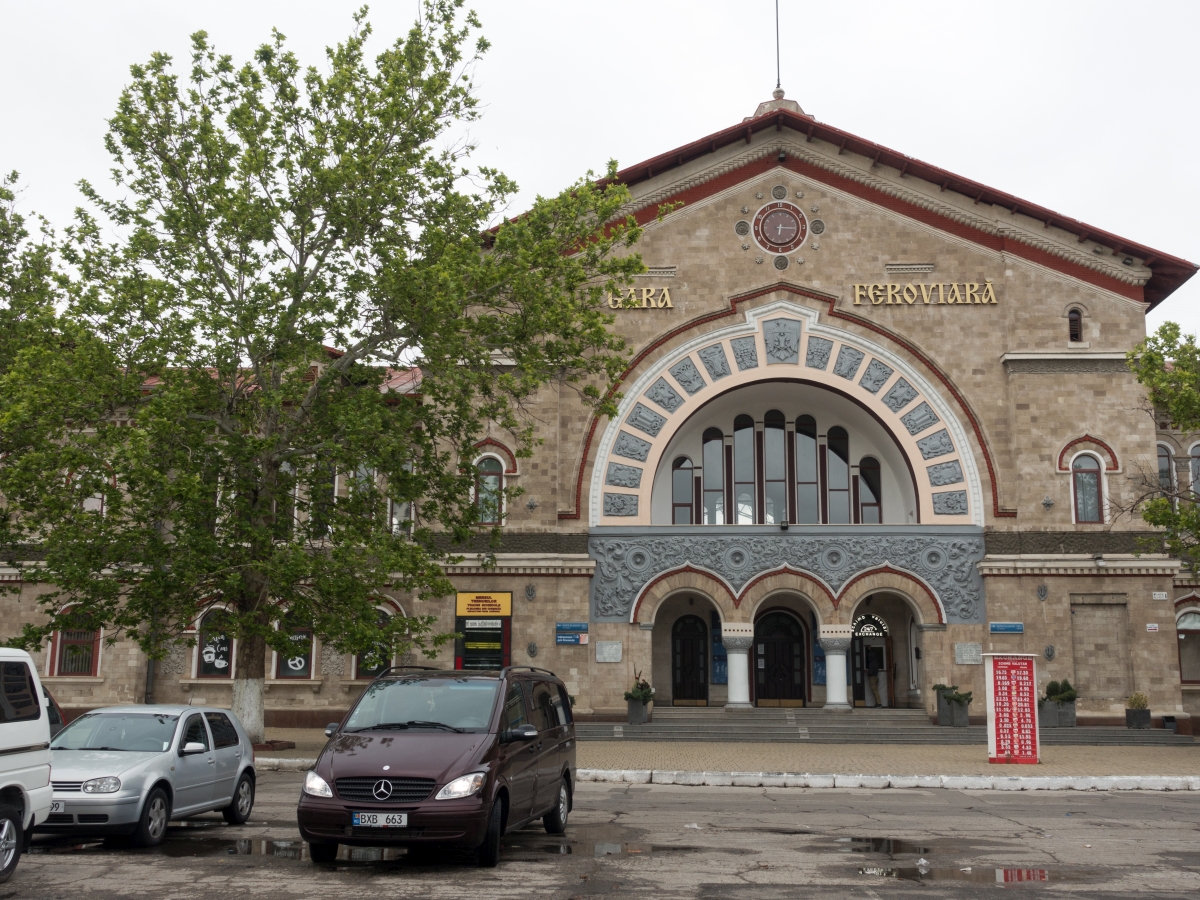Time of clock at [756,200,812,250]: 6:15
